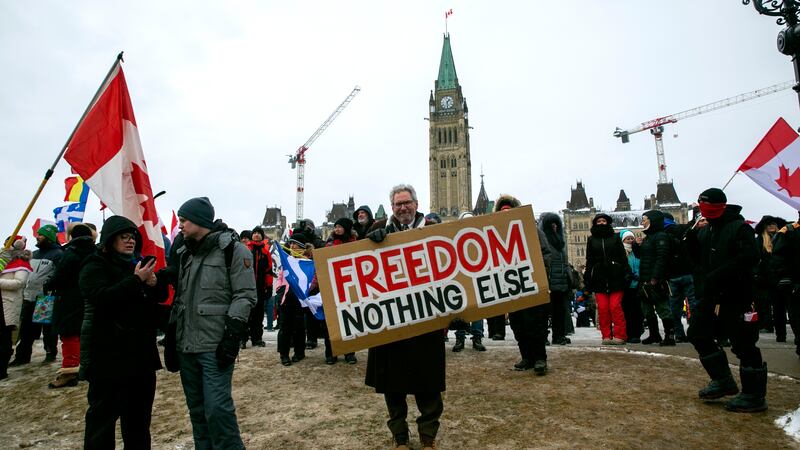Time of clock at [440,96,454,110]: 1:29
